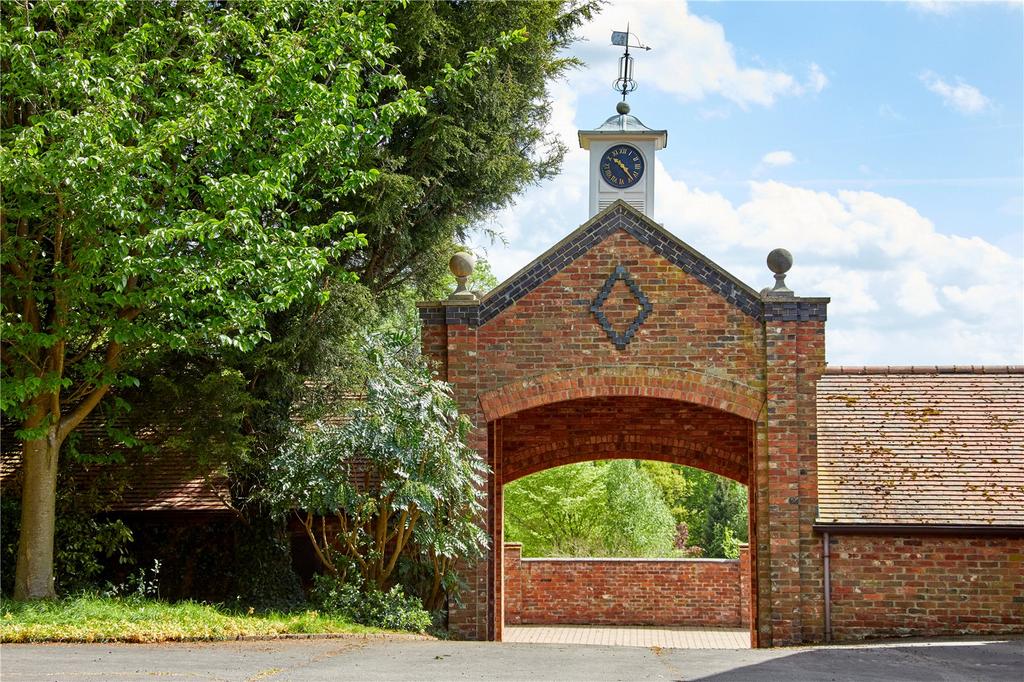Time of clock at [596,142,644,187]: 10:23
